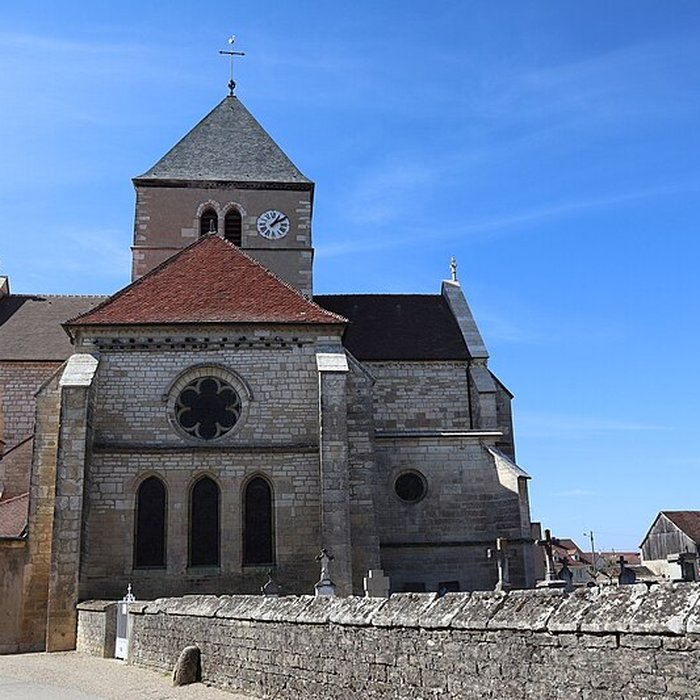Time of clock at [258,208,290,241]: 1:09
